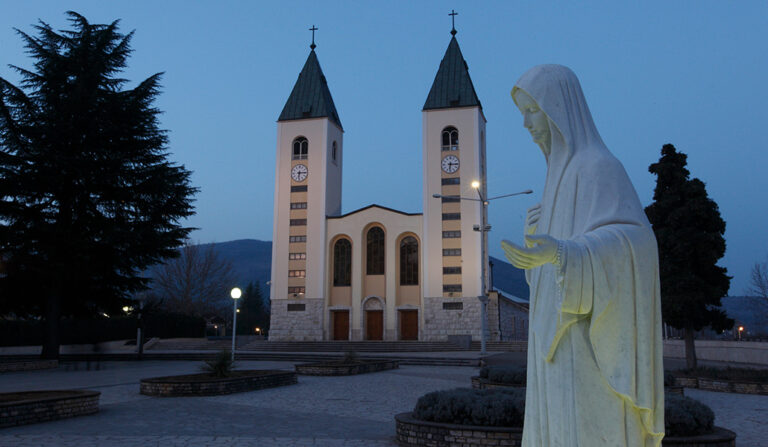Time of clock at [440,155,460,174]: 6:15
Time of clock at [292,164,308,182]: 6:14
